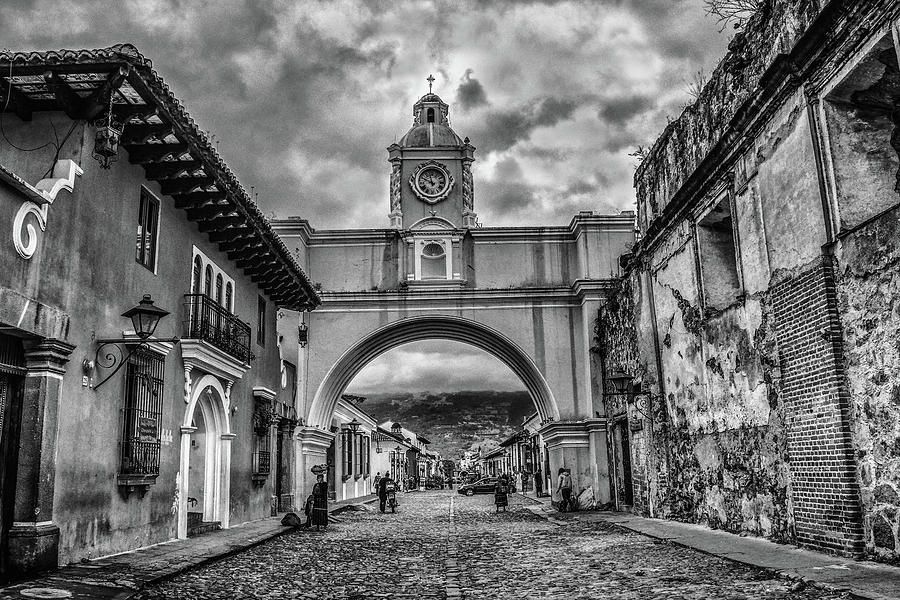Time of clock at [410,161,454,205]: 11:49
